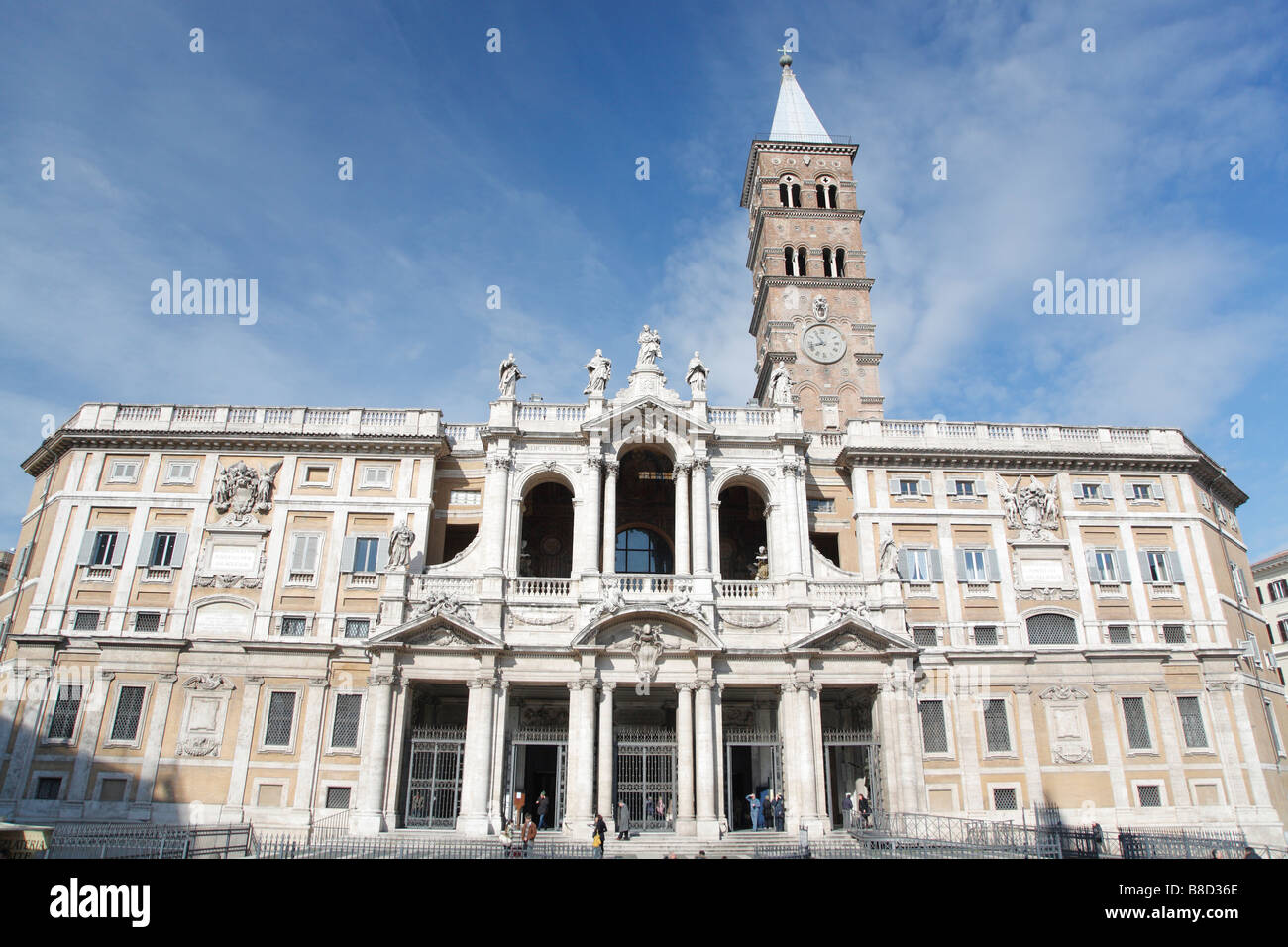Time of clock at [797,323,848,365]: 10:42
